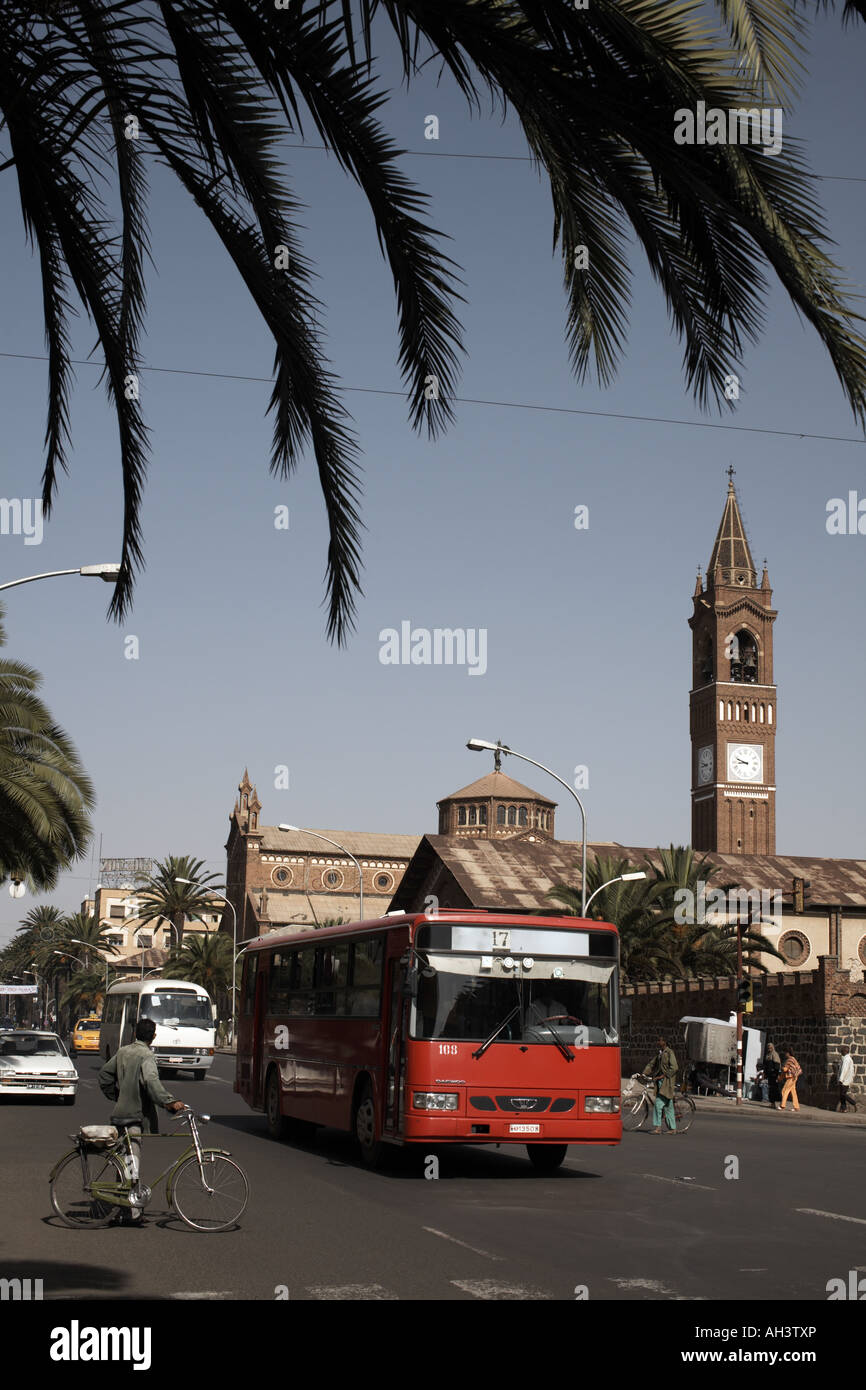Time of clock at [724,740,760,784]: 8:48
